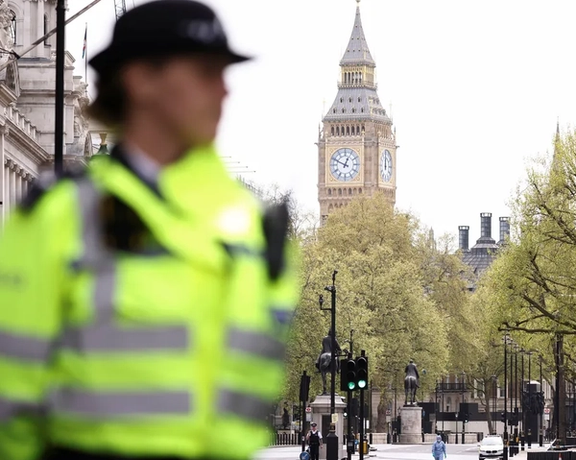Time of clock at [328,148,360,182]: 12:49
